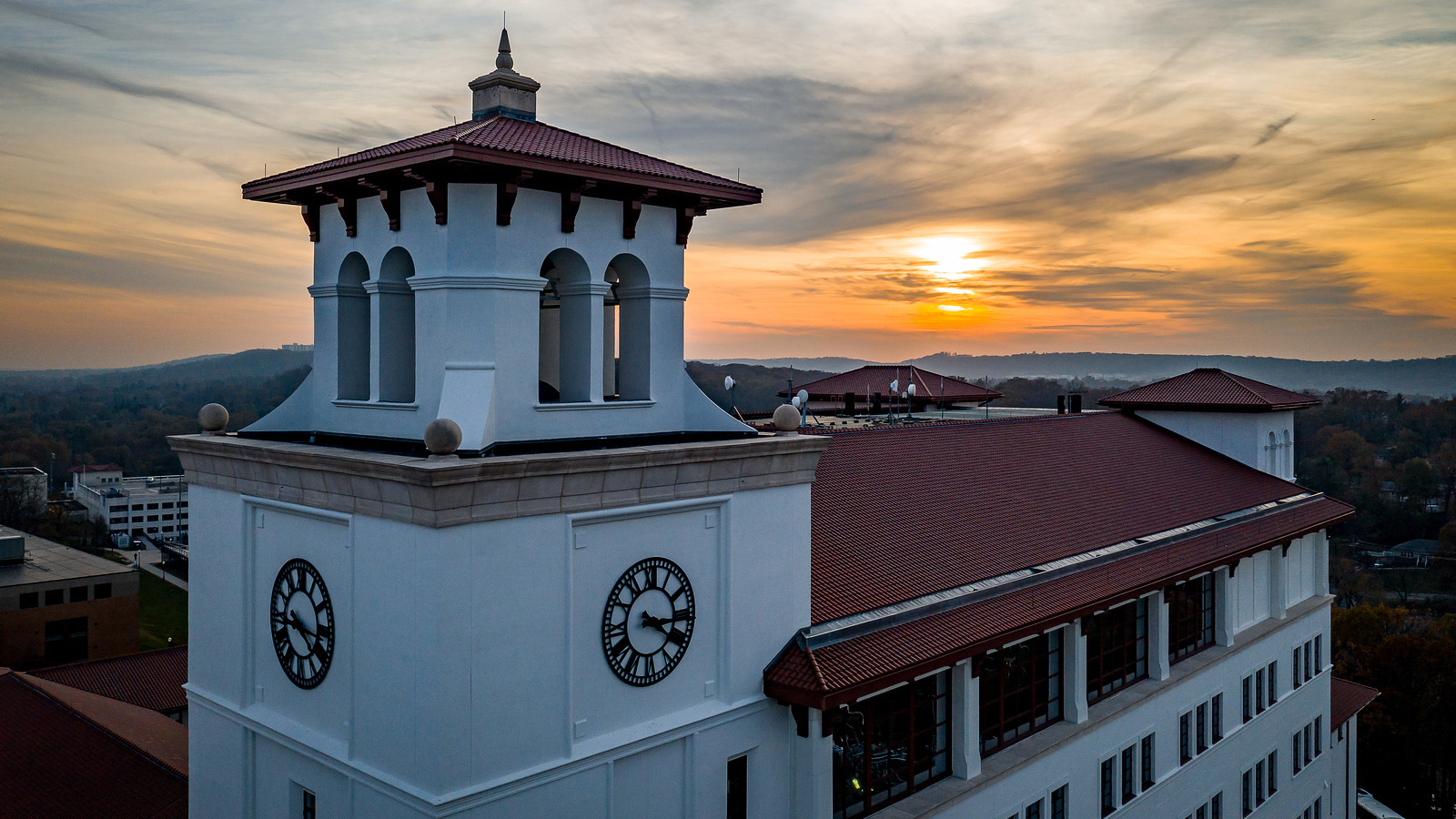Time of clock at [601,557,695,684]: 4:16
